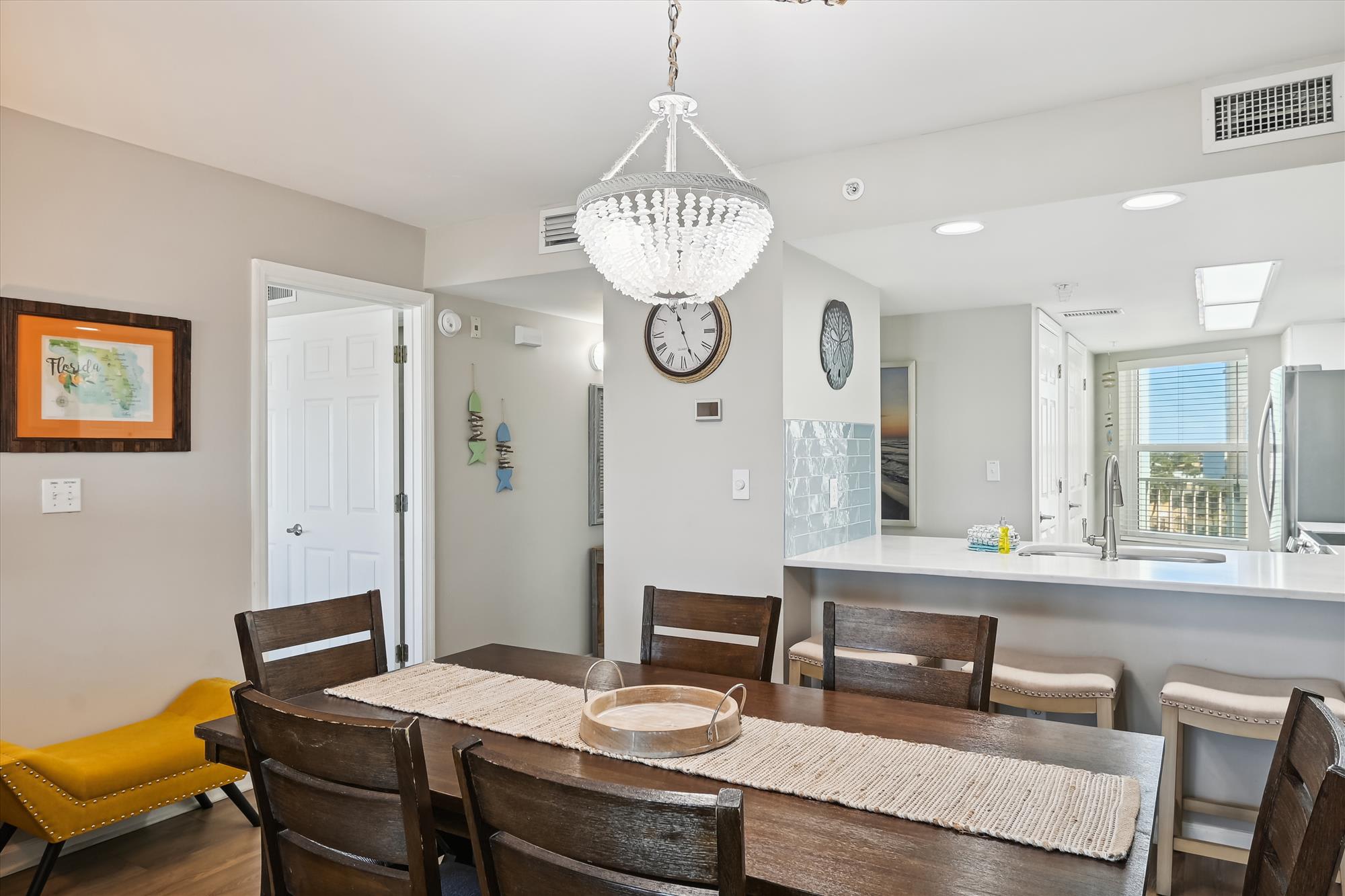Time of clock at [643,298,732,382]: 11:26
